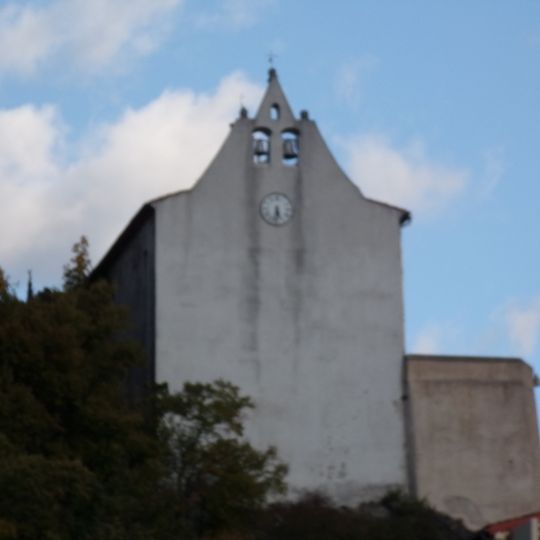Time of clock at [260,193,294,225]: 5:31
